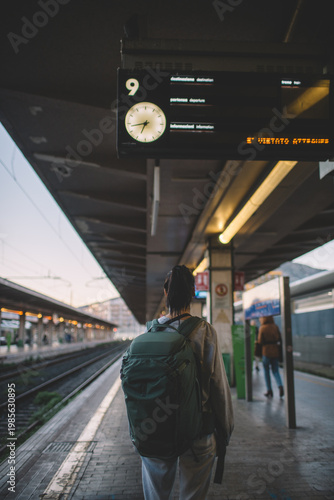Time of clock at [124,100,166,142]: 6:43
